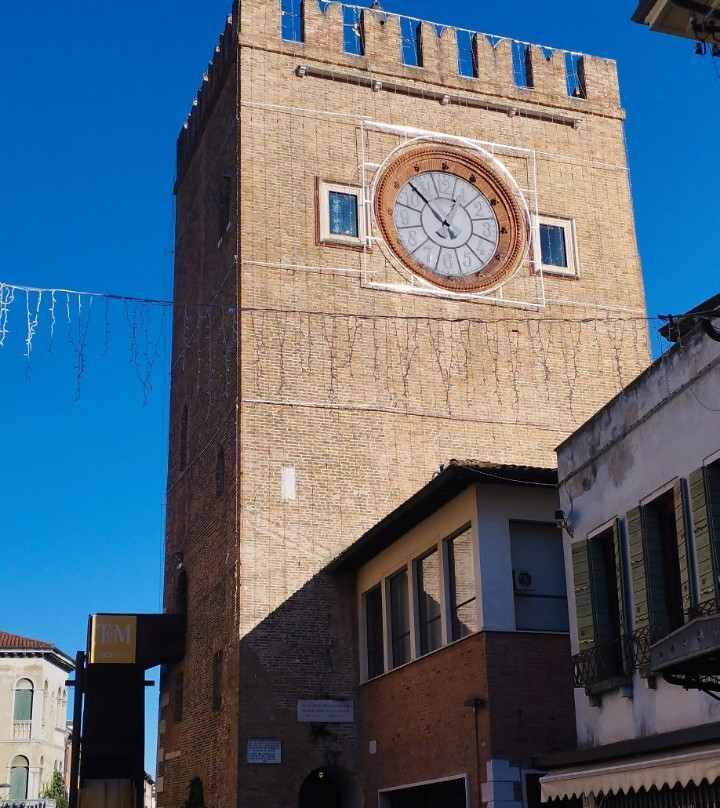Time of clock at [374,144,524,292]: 12:52
